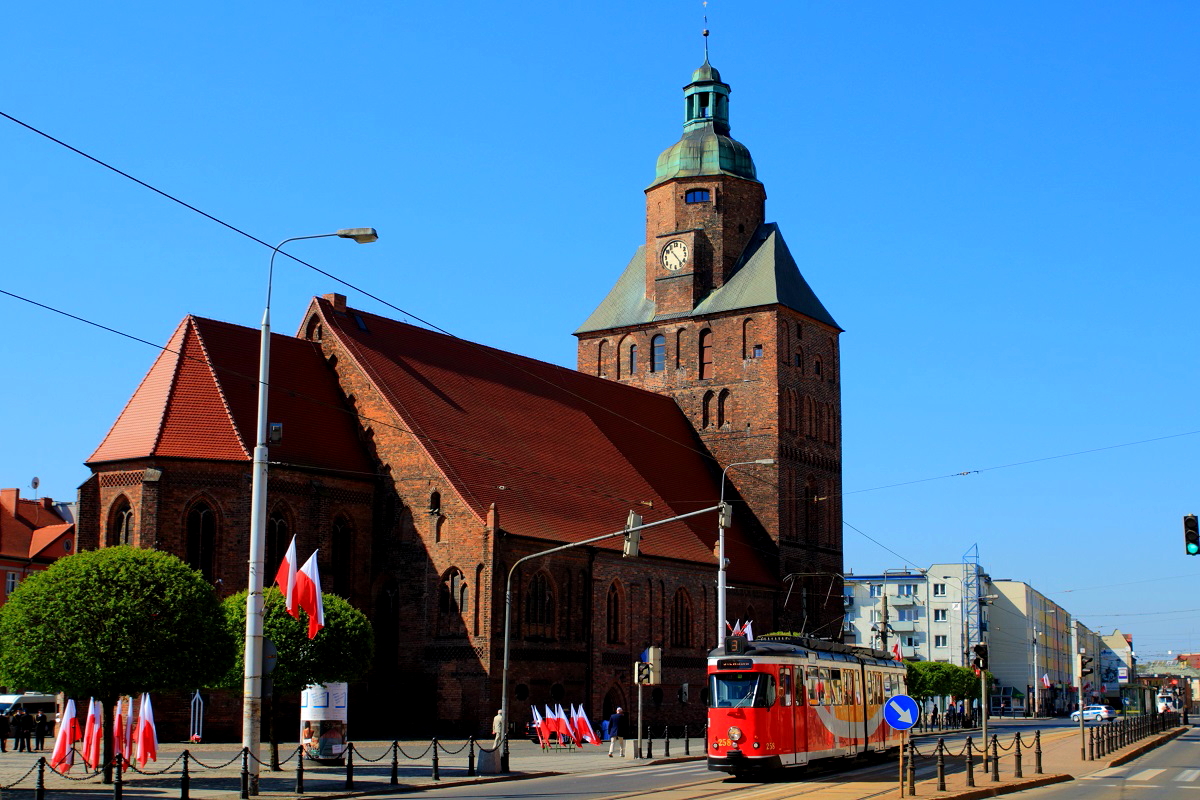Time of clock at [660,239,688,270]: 10:23
